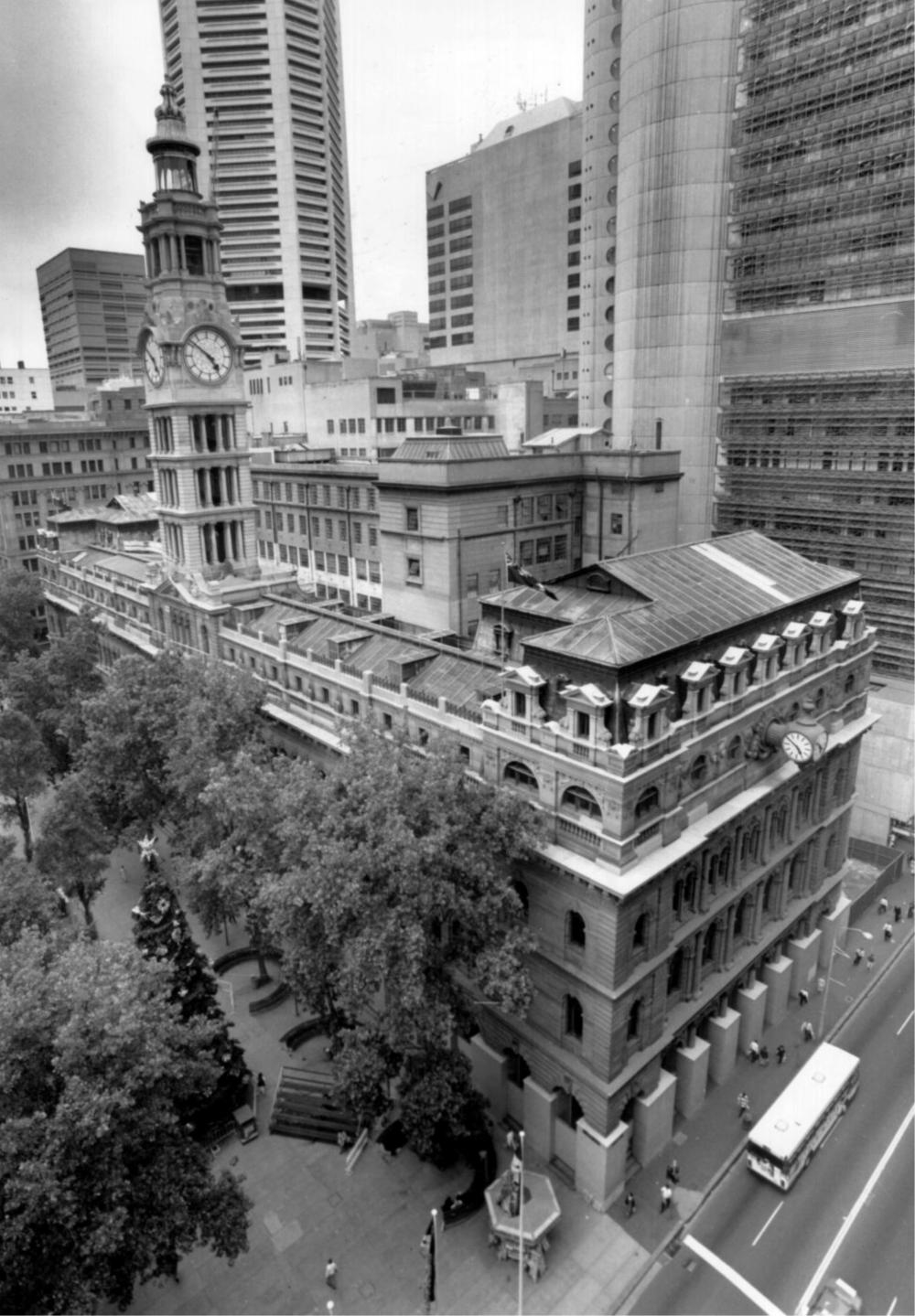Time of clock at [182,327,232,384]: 4:51
